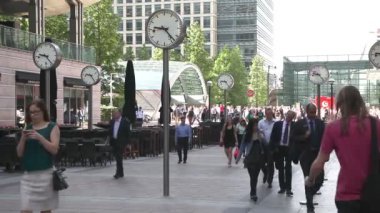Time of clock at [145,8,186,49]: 9:23
